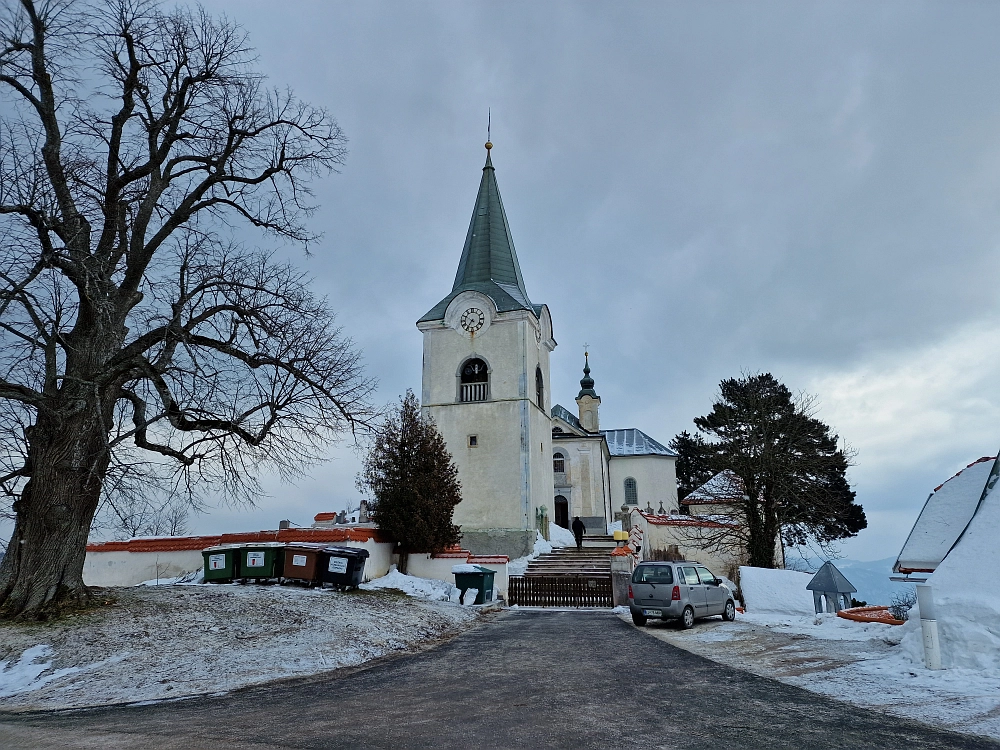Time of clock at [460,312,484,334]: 6:50
